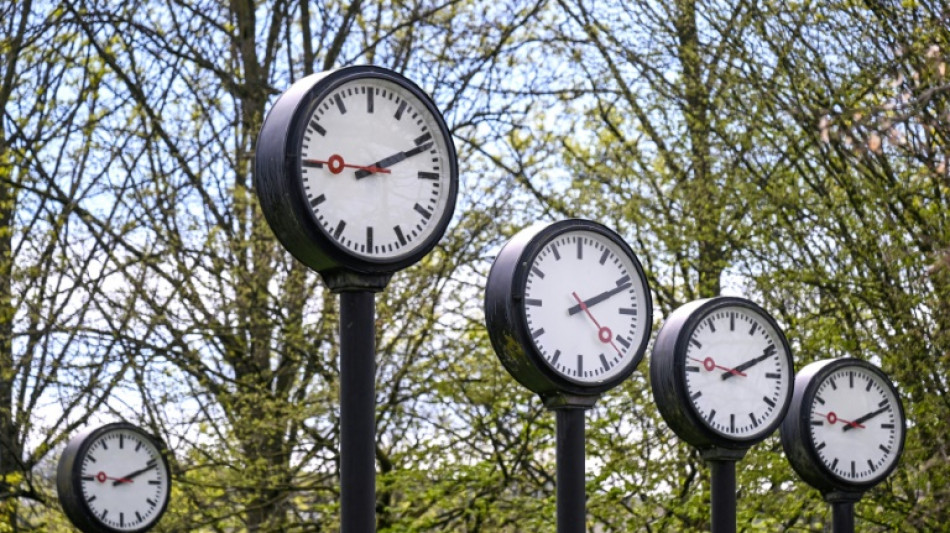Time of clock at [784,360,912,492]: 2:11
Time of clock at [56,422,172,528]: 2:11
